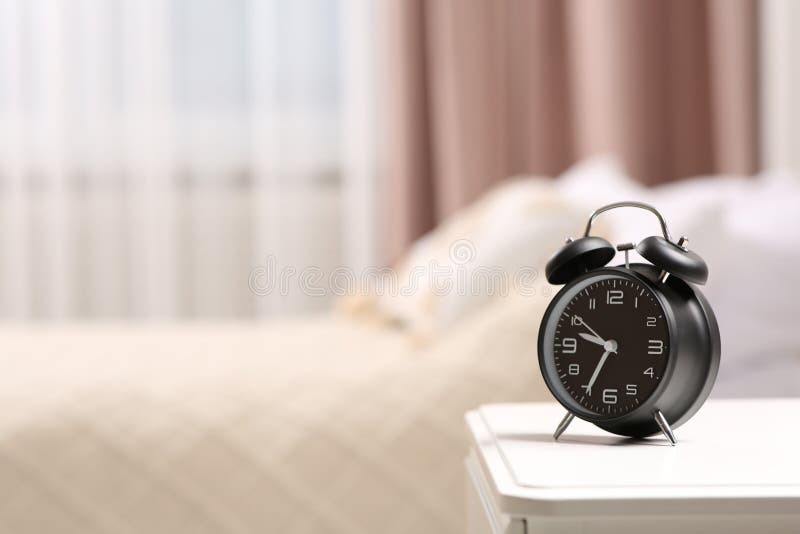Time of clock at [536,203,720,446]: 9:34
